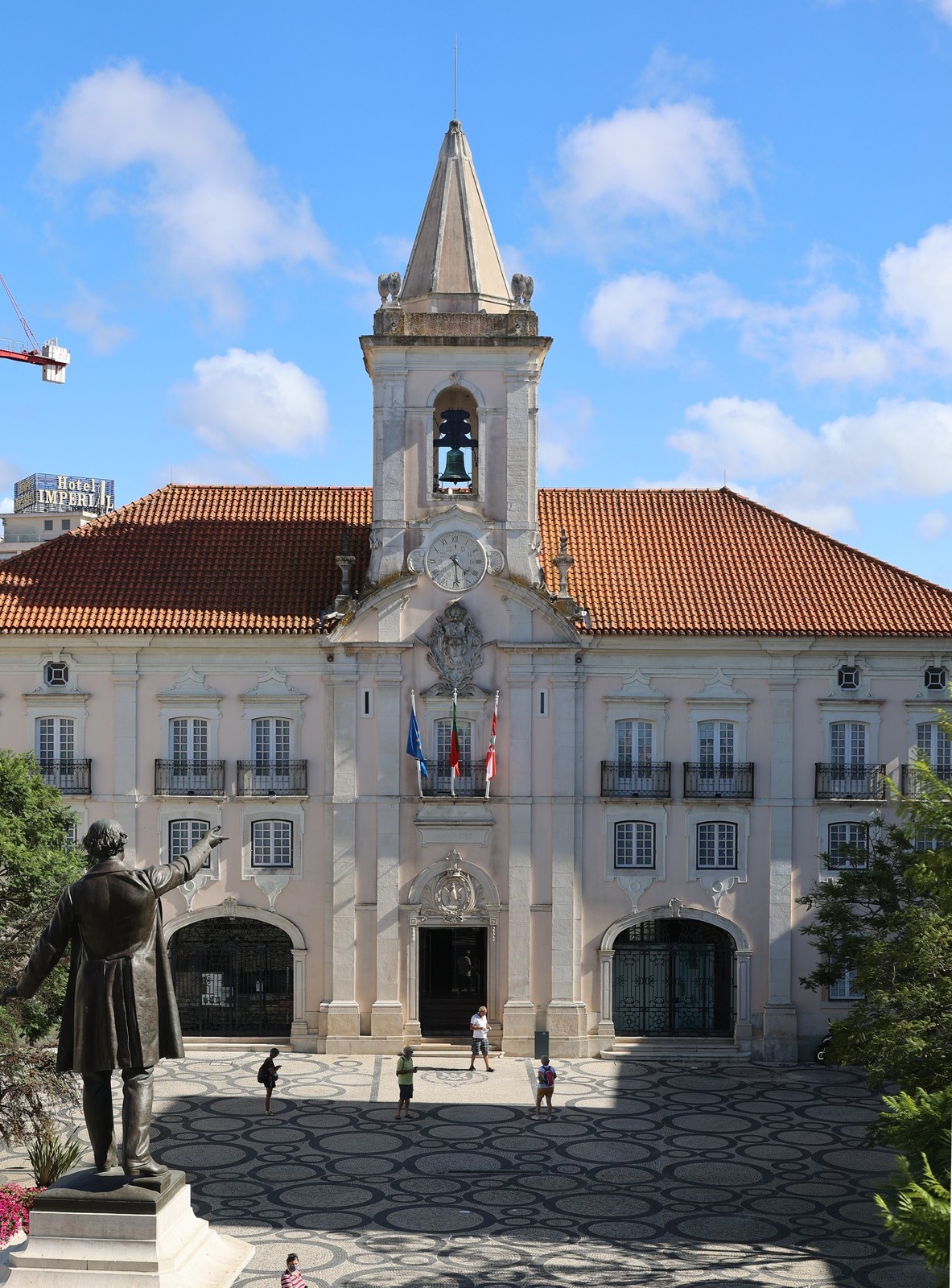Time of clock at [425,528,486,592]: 4:29
